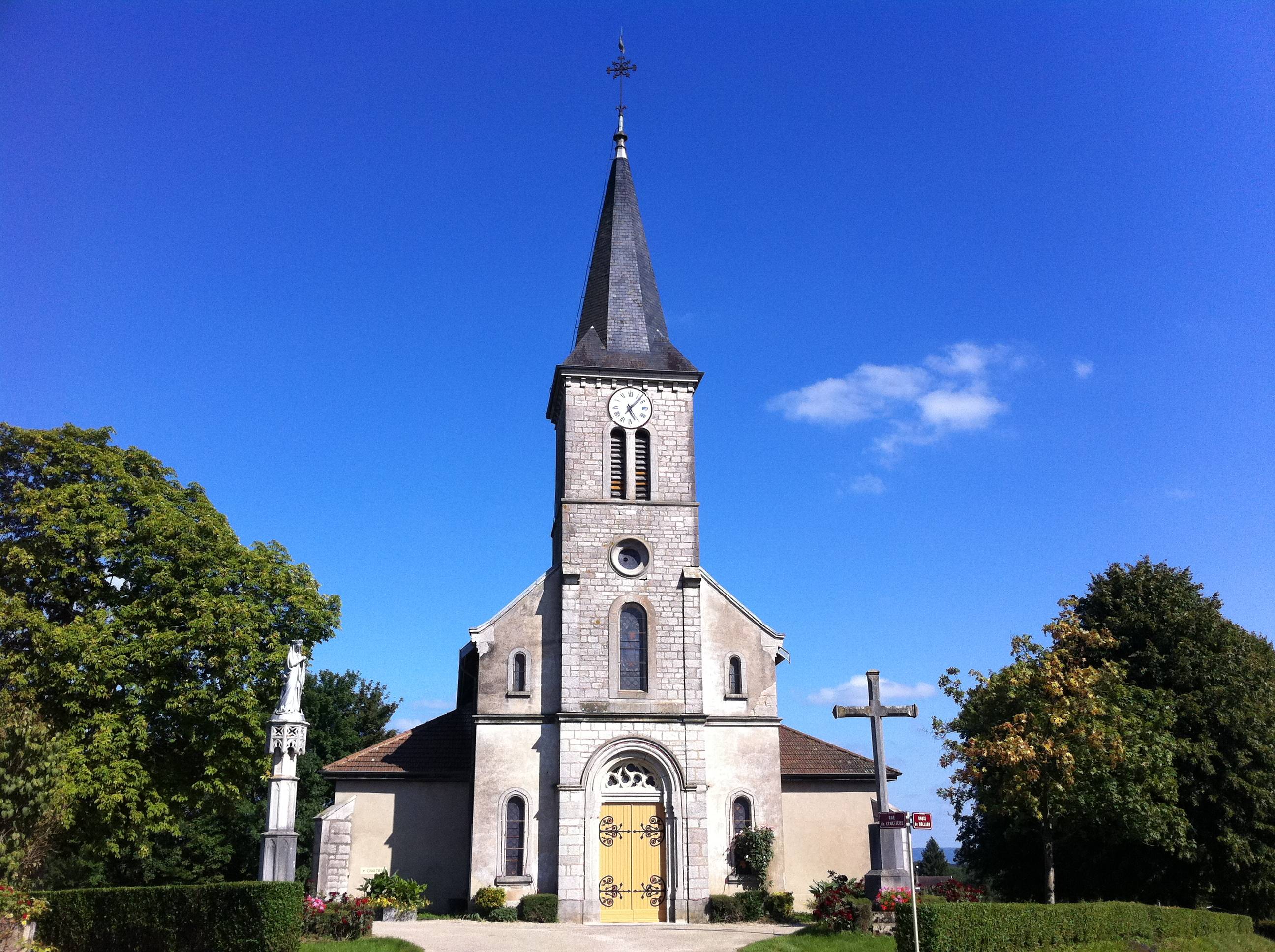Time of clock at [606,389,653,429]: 5:07
